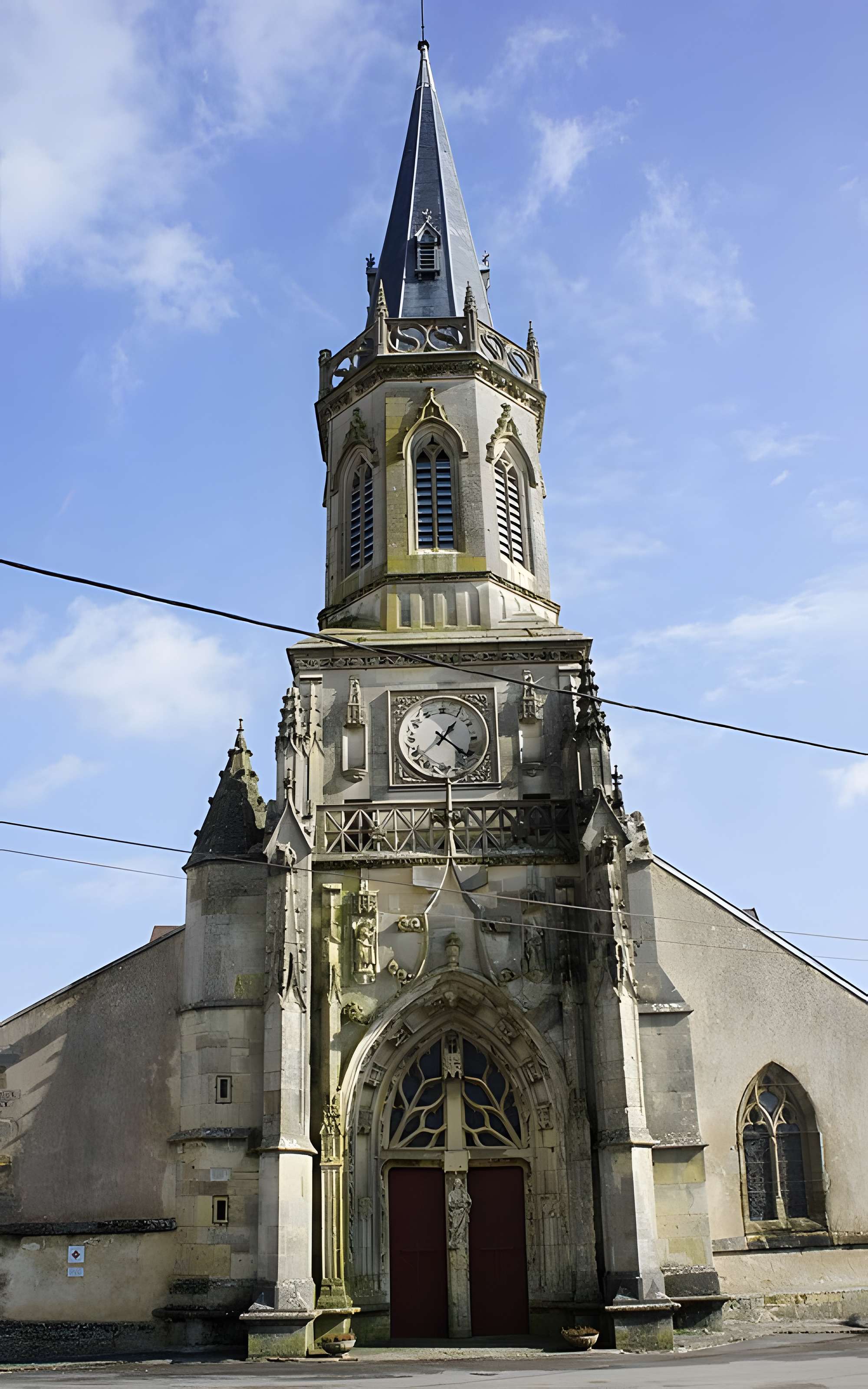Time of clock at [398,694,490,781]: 1:21
